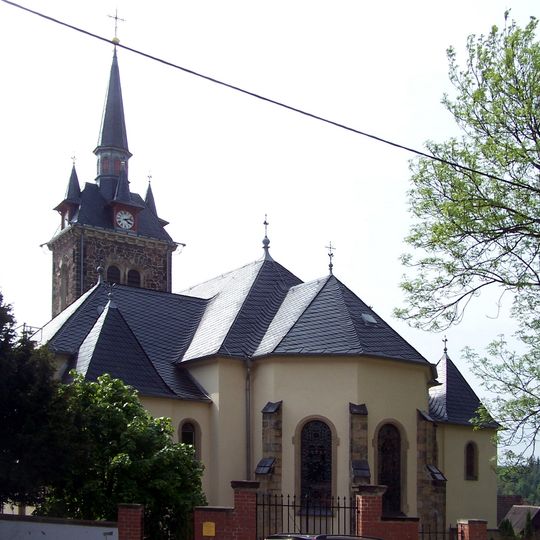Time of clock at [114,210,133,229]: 4:12
